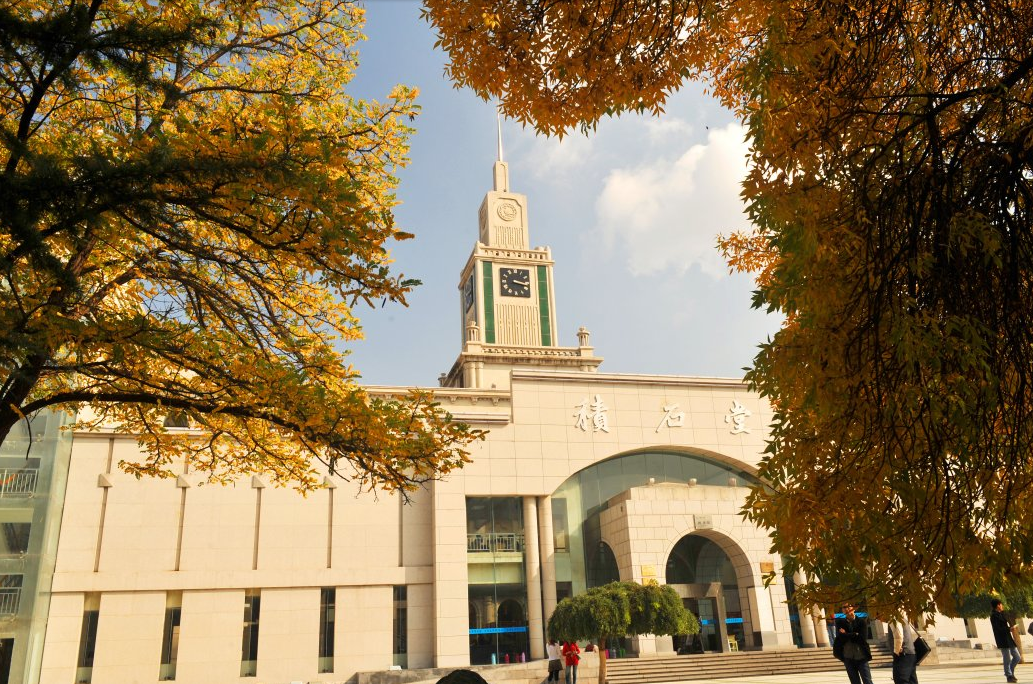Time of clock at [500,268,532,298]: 3:17
